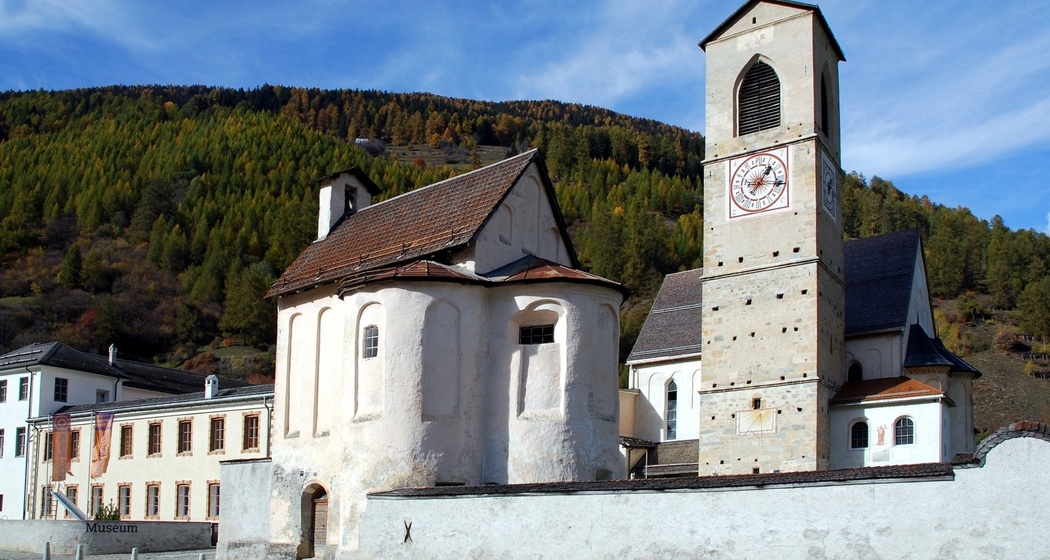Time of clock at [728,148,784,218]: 1:16
